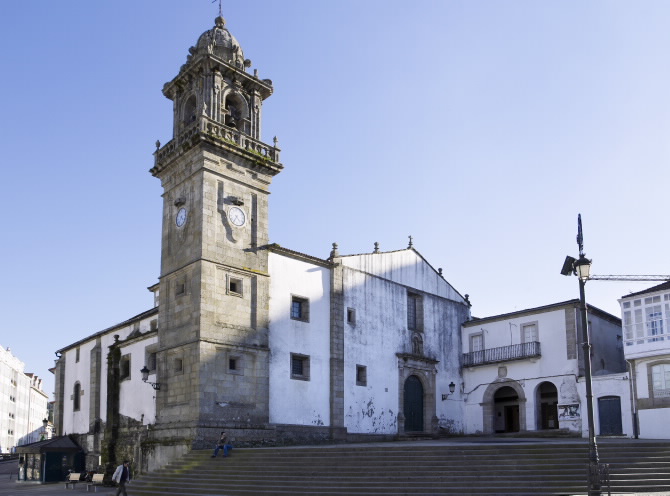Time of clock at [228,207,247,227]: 4:35
